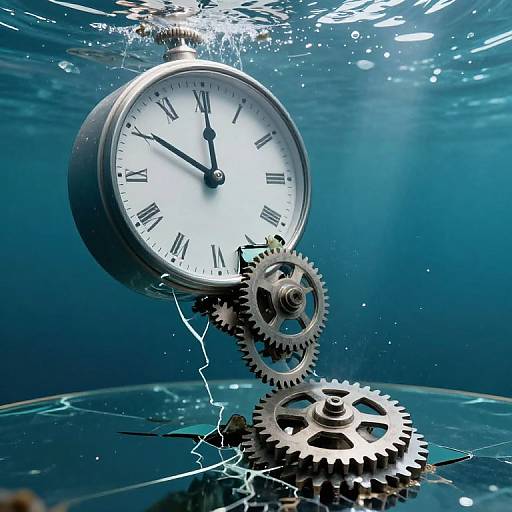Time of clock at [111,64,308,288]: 11:50
